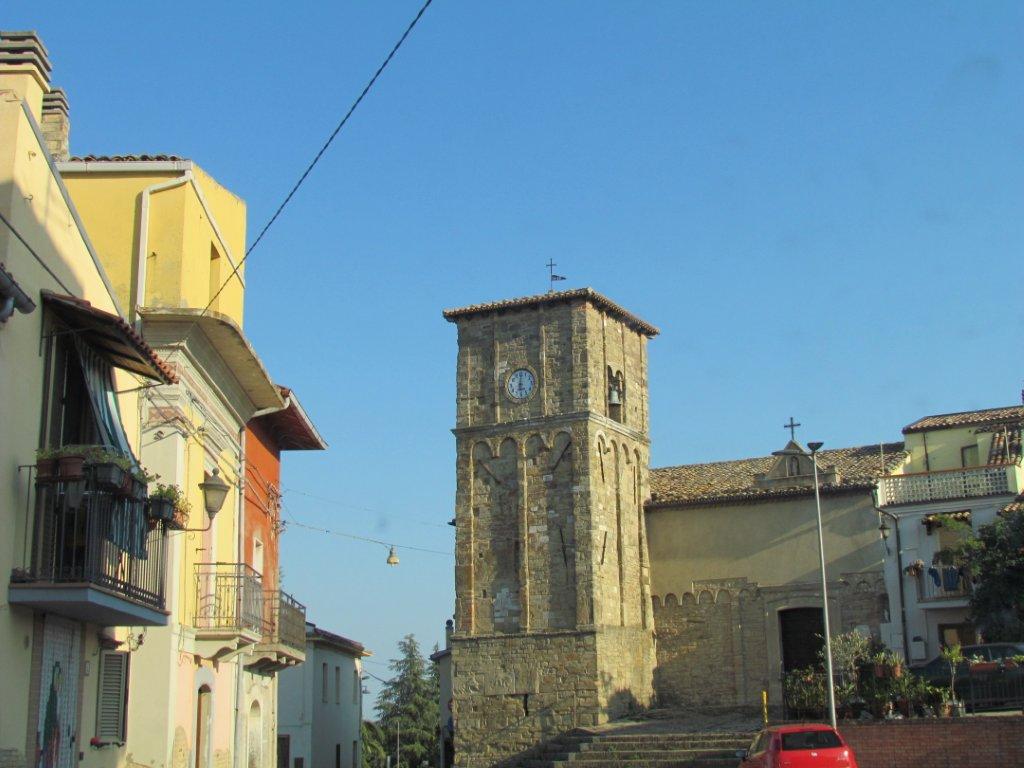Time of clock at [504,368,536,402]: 6:00
